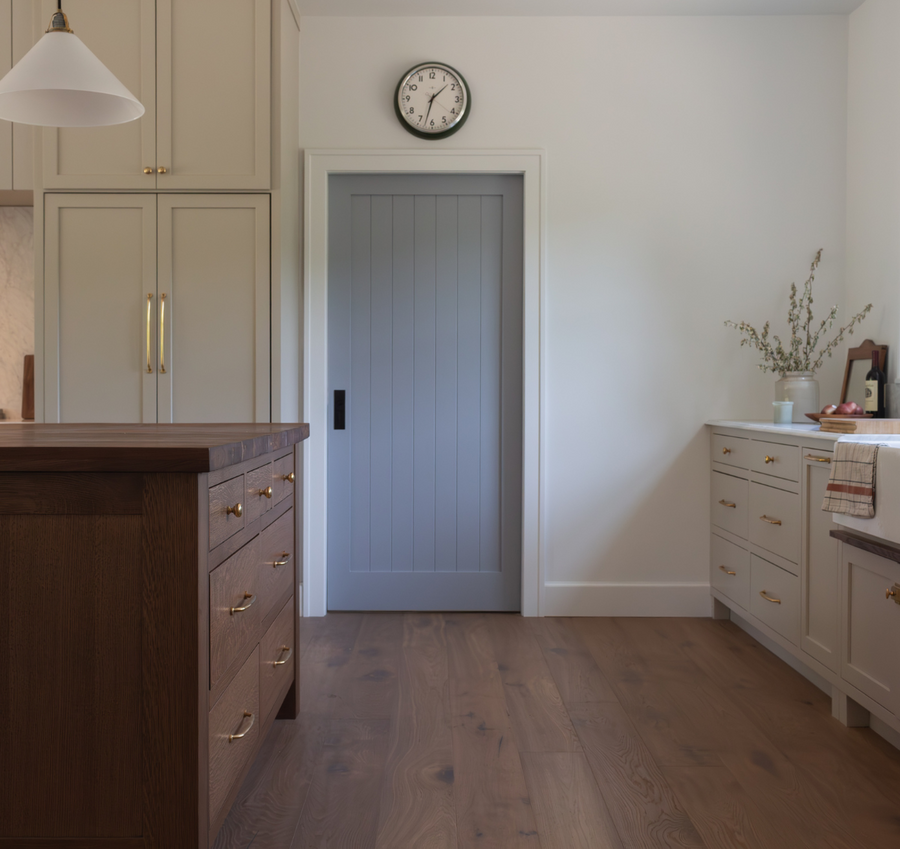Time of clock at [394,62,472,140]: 1:32
